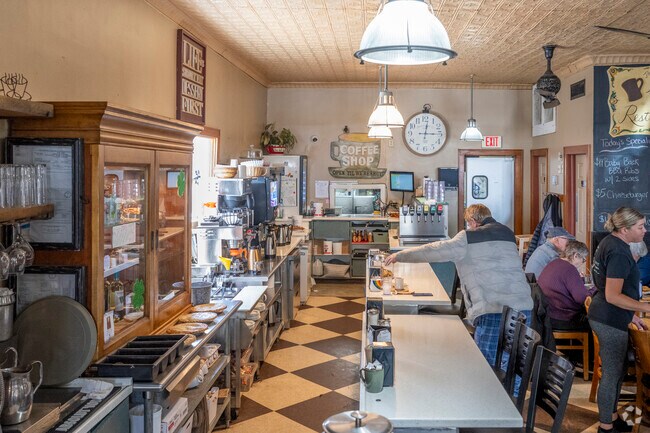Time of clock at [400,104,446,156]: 12:15
